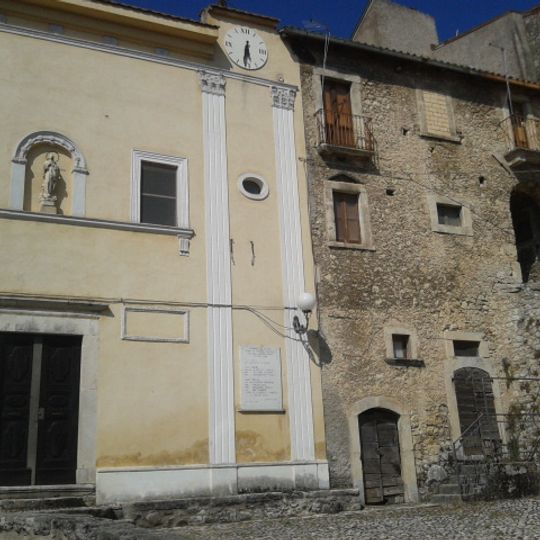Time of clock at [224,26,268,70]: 5:31
